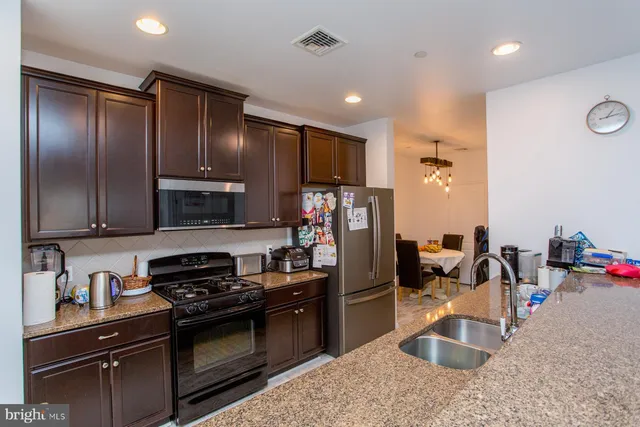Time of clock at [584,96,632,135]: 1:12
